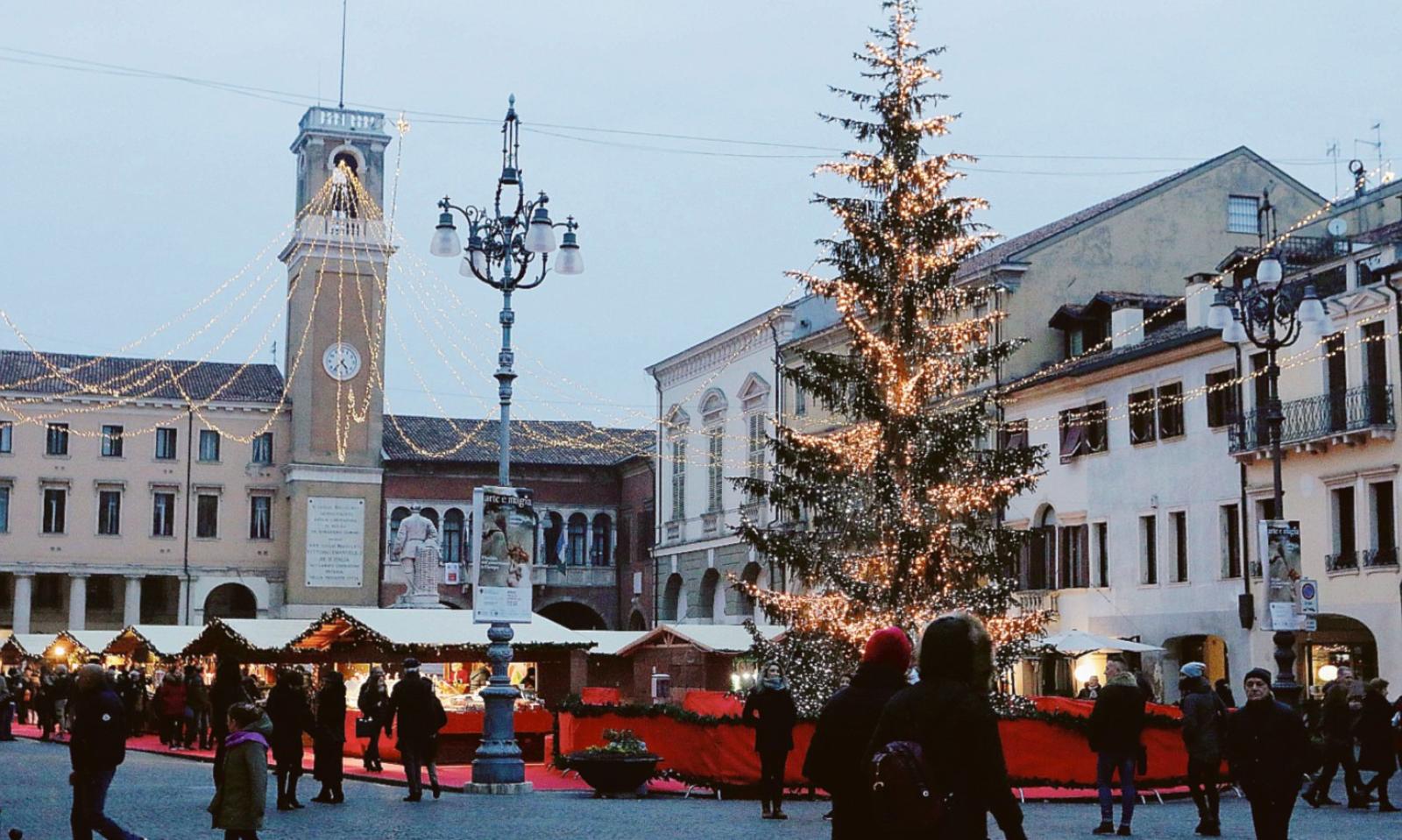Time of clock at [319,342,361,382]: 4:37
